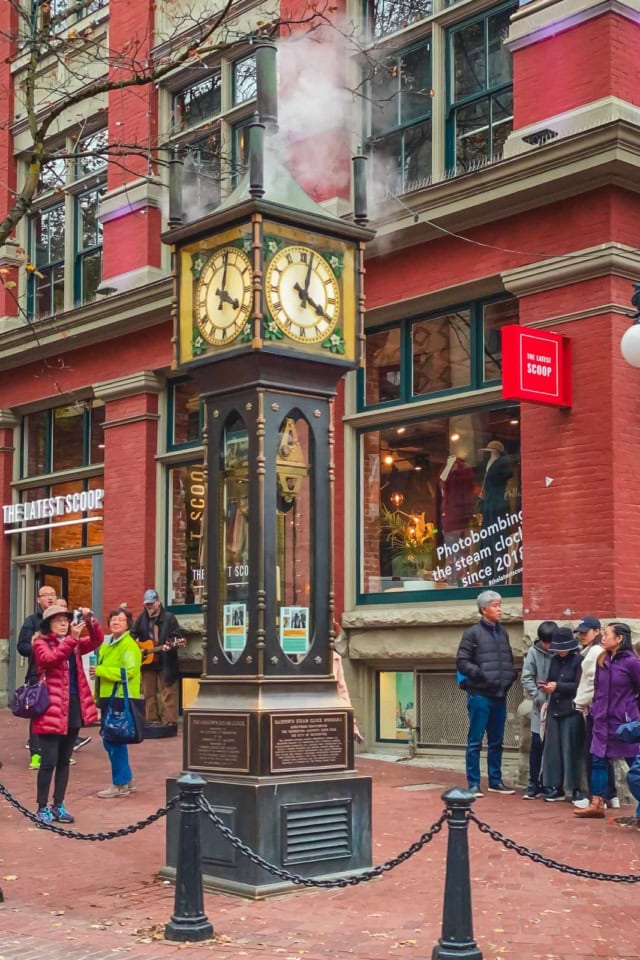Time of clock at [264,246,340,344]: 4:02
